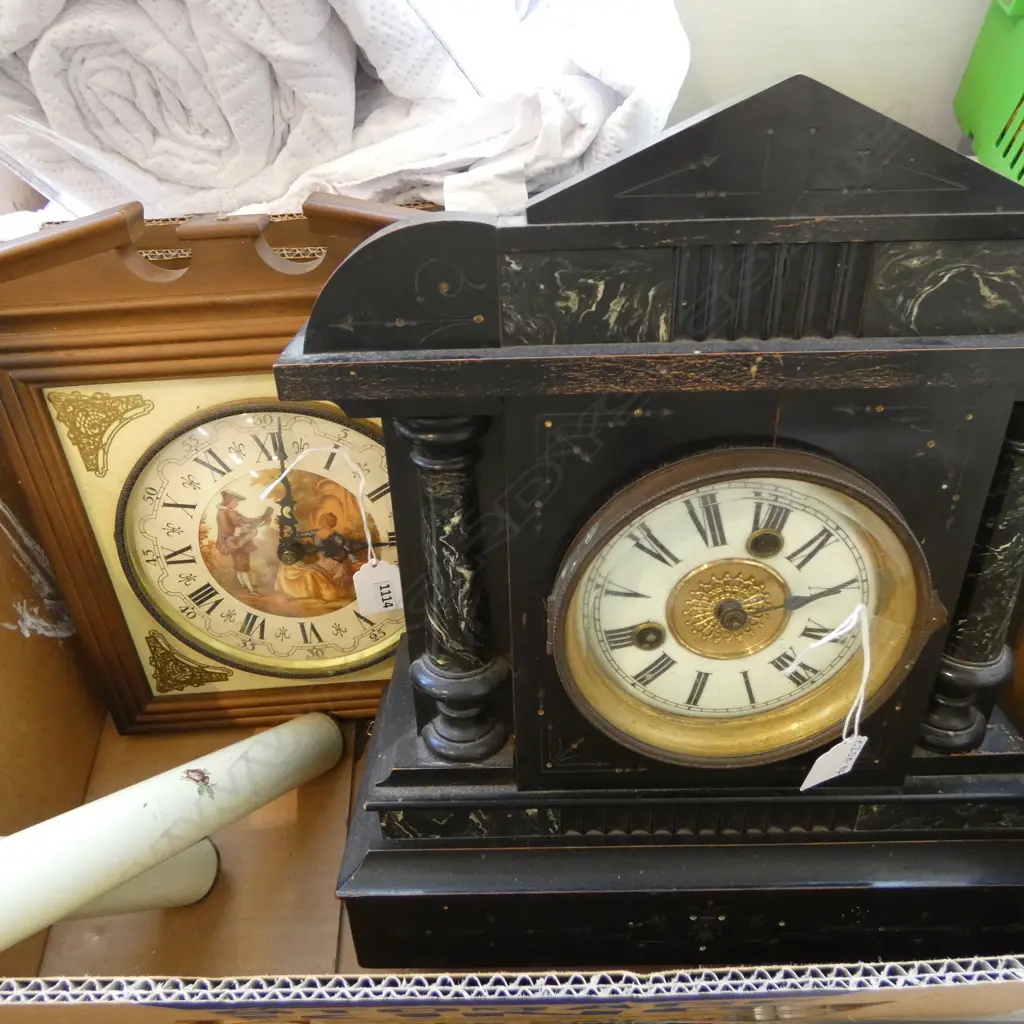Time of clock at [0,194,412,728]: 3:01
